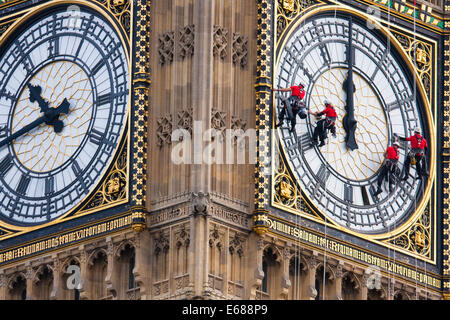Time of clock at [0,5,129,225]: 10:42
